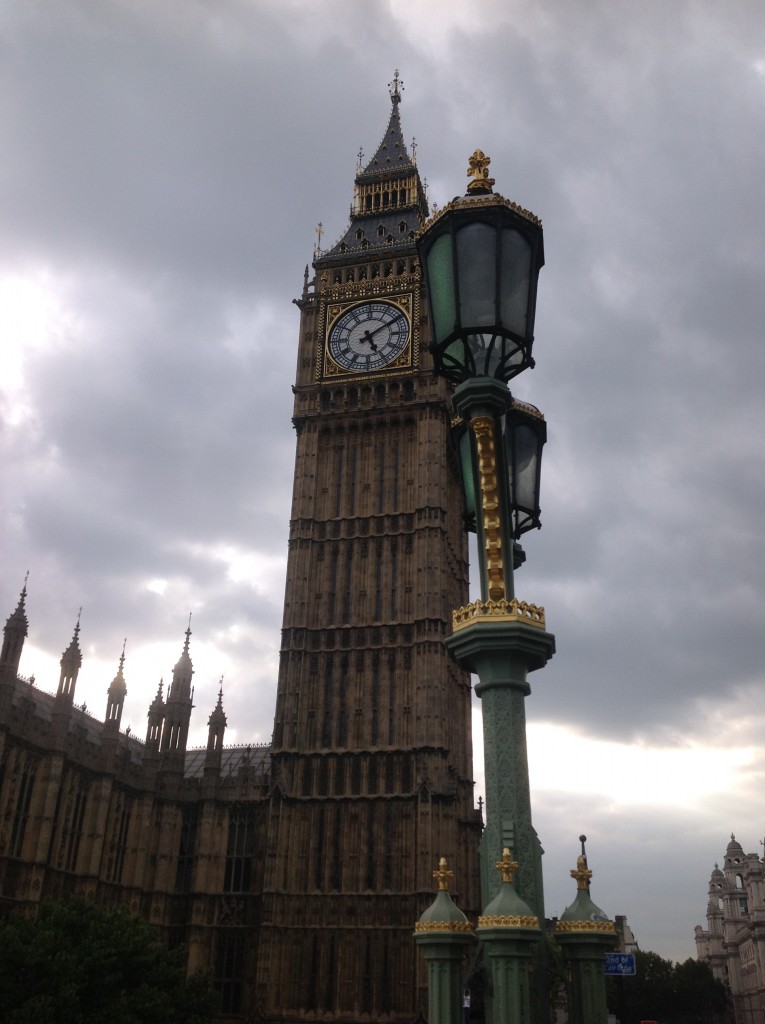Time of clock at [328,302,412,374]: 5:09
